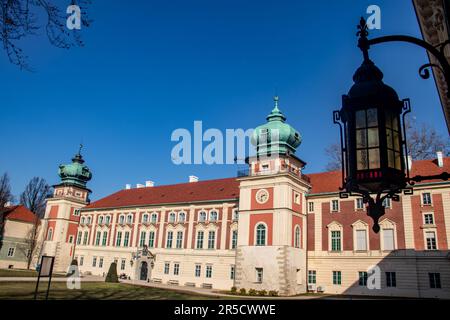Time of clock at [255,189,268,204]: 2:32
